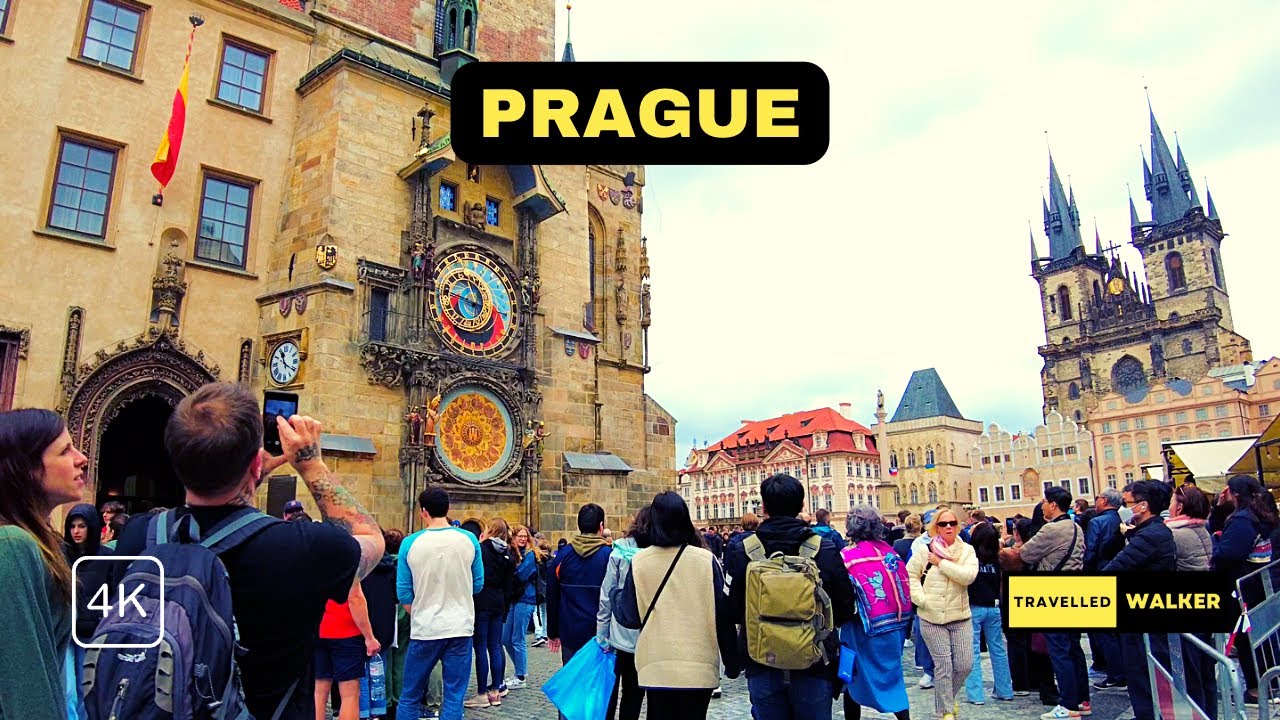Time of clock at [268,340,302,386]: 11:20
